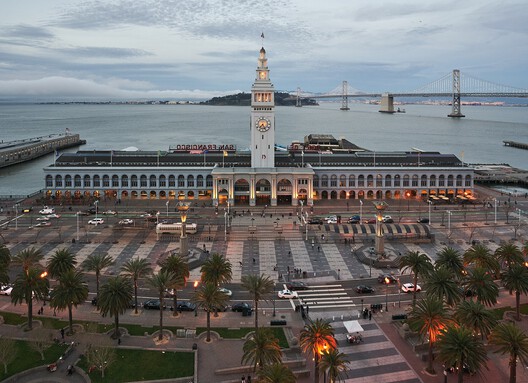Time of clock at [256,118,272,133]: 7:25
